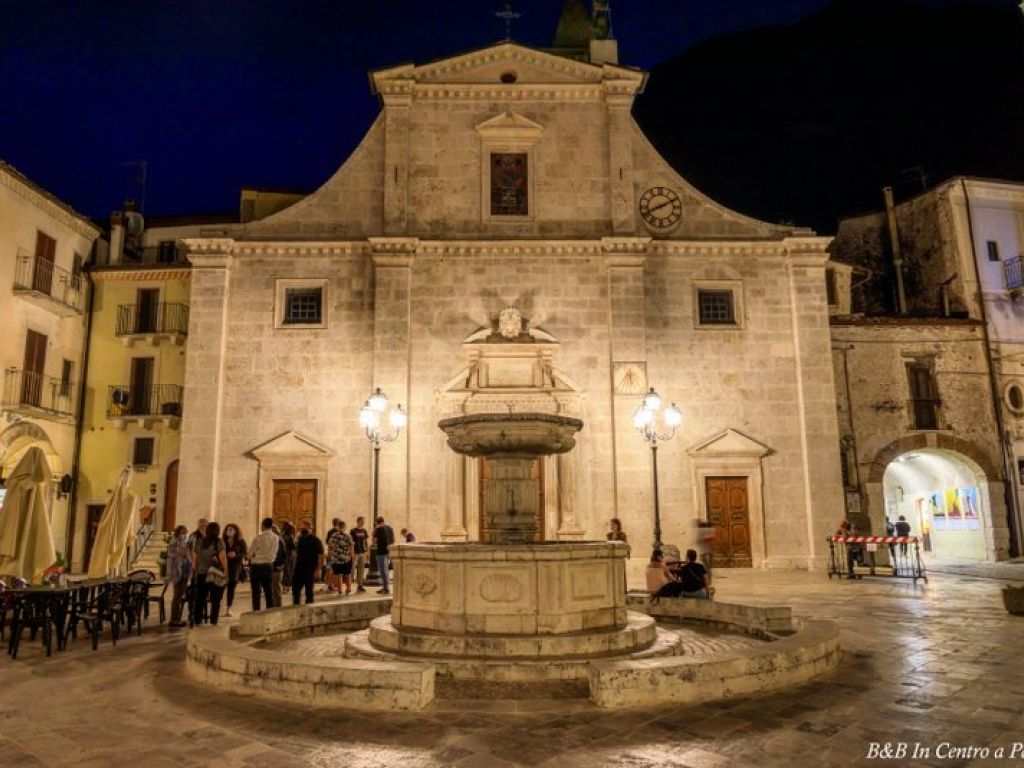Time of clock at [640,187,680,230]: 8:10
